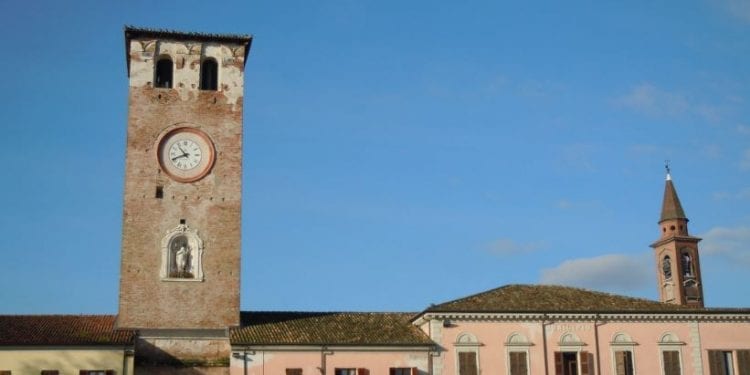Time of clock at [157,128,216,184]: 10:41
